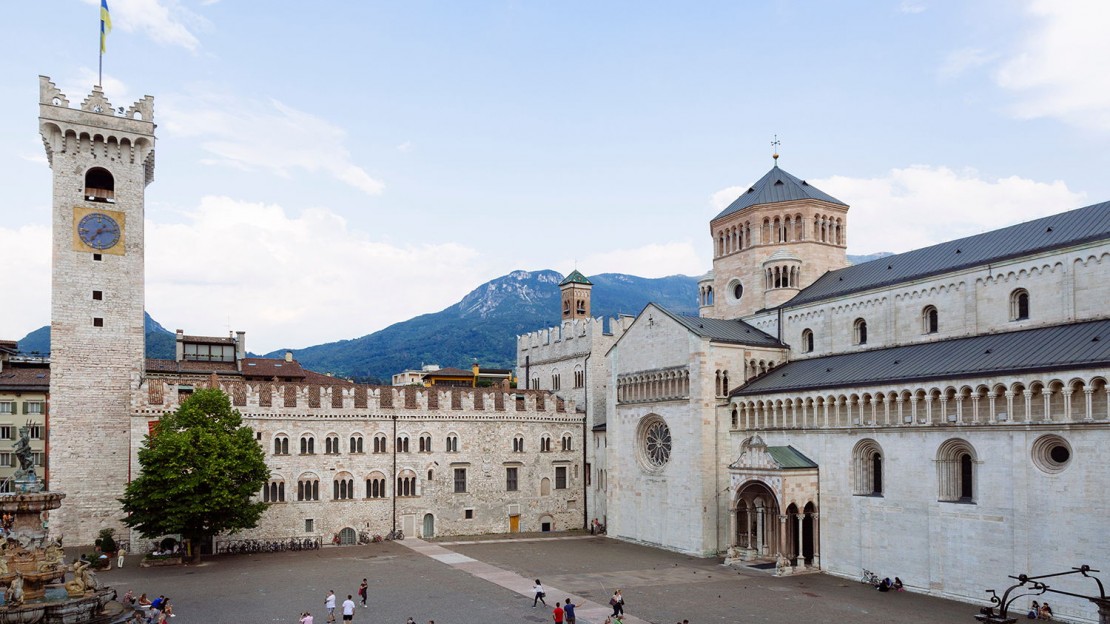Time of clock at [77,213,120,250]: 7:13
